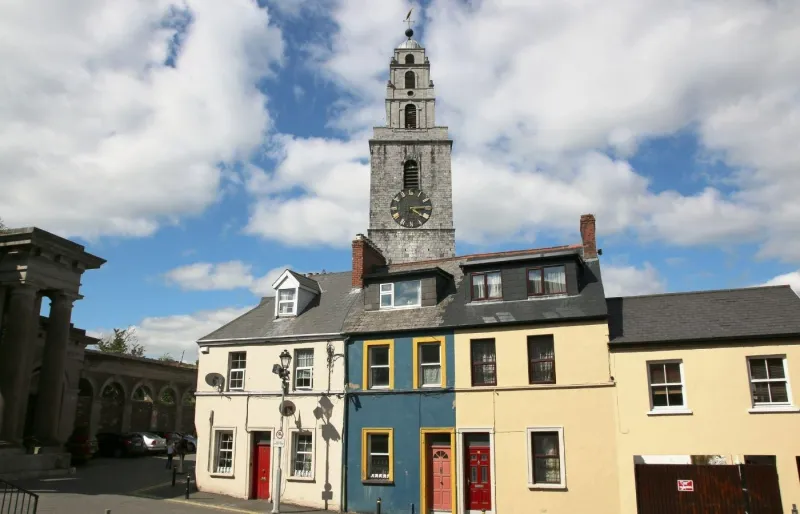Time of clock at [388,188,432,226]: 4:14
